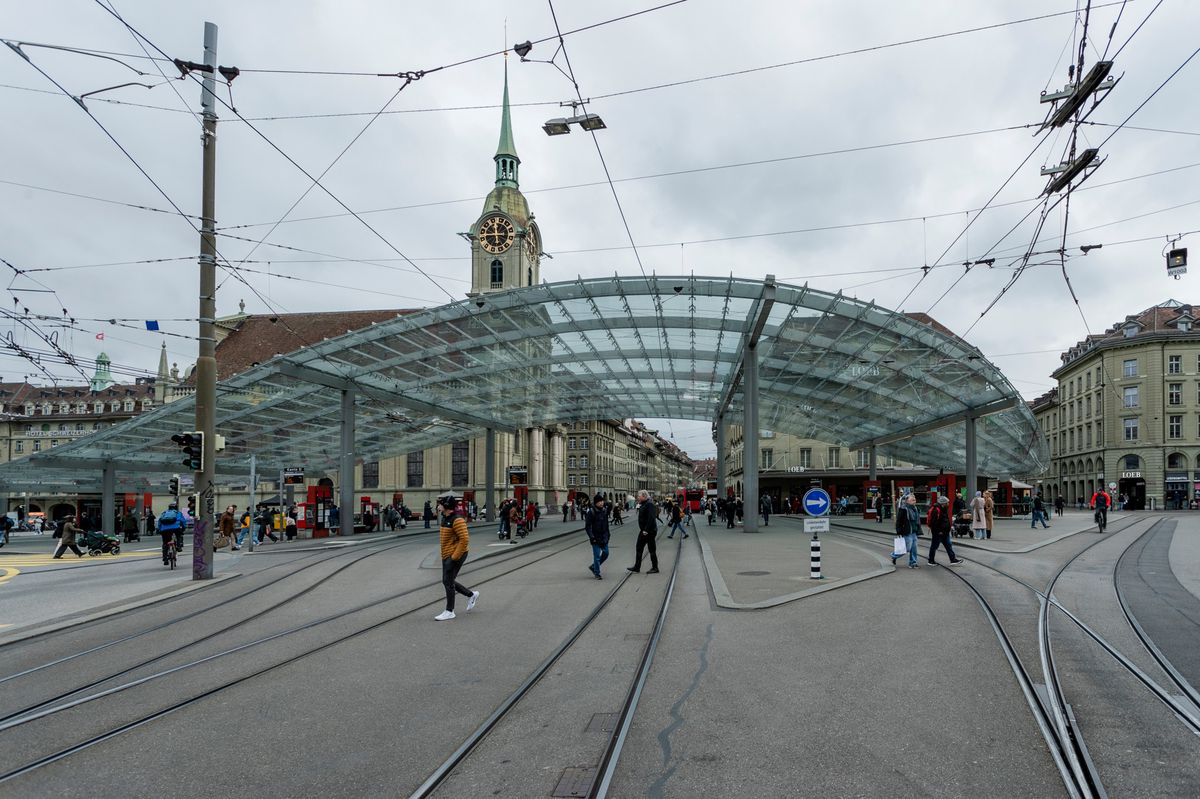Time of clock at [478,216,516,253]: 11:43
